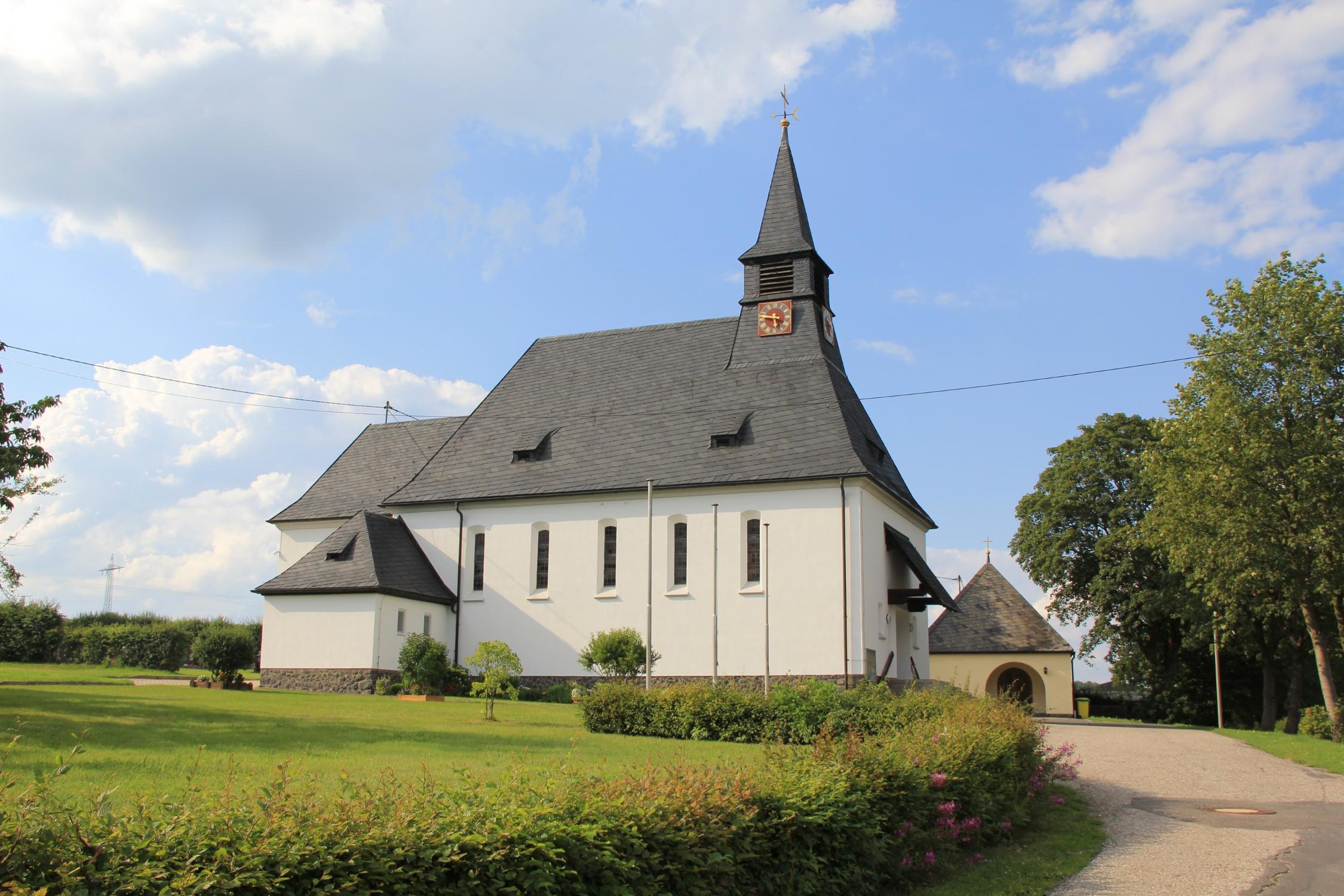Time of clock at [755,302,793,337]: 5:46
